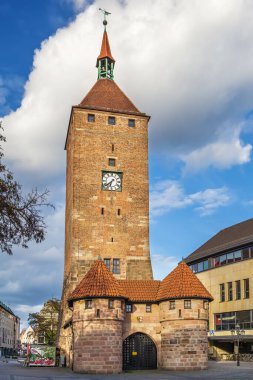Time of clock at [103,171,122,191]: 6:38
